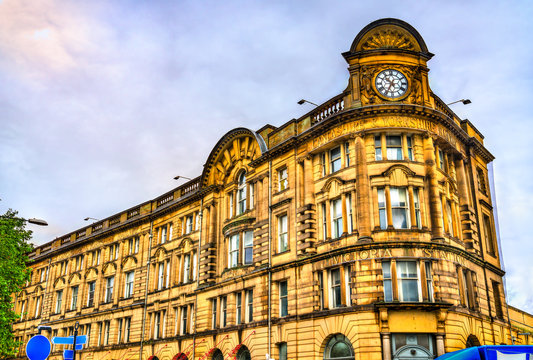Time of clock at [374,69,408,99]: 10:34
